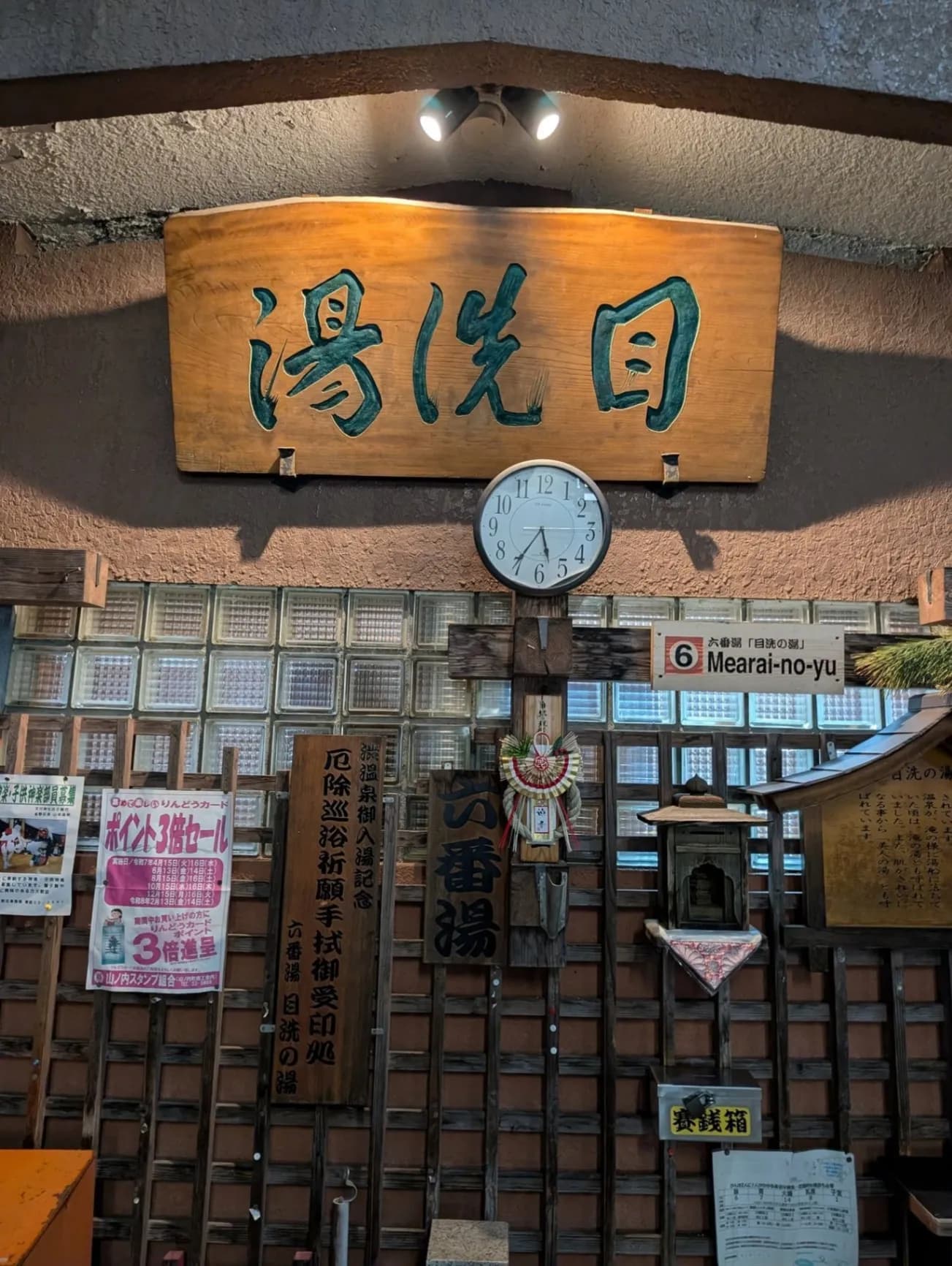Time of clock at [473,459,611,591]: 5:35
